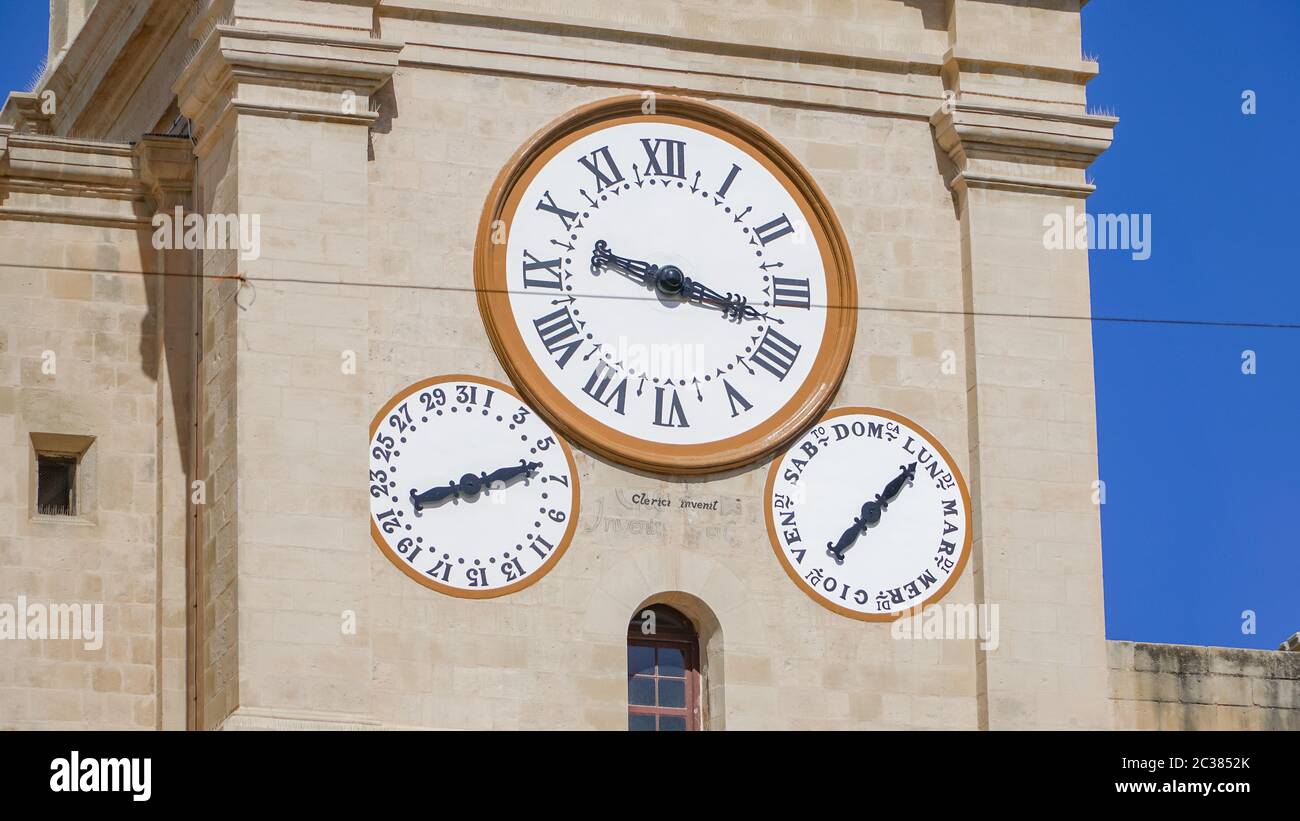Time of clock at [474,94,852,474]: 9:17
